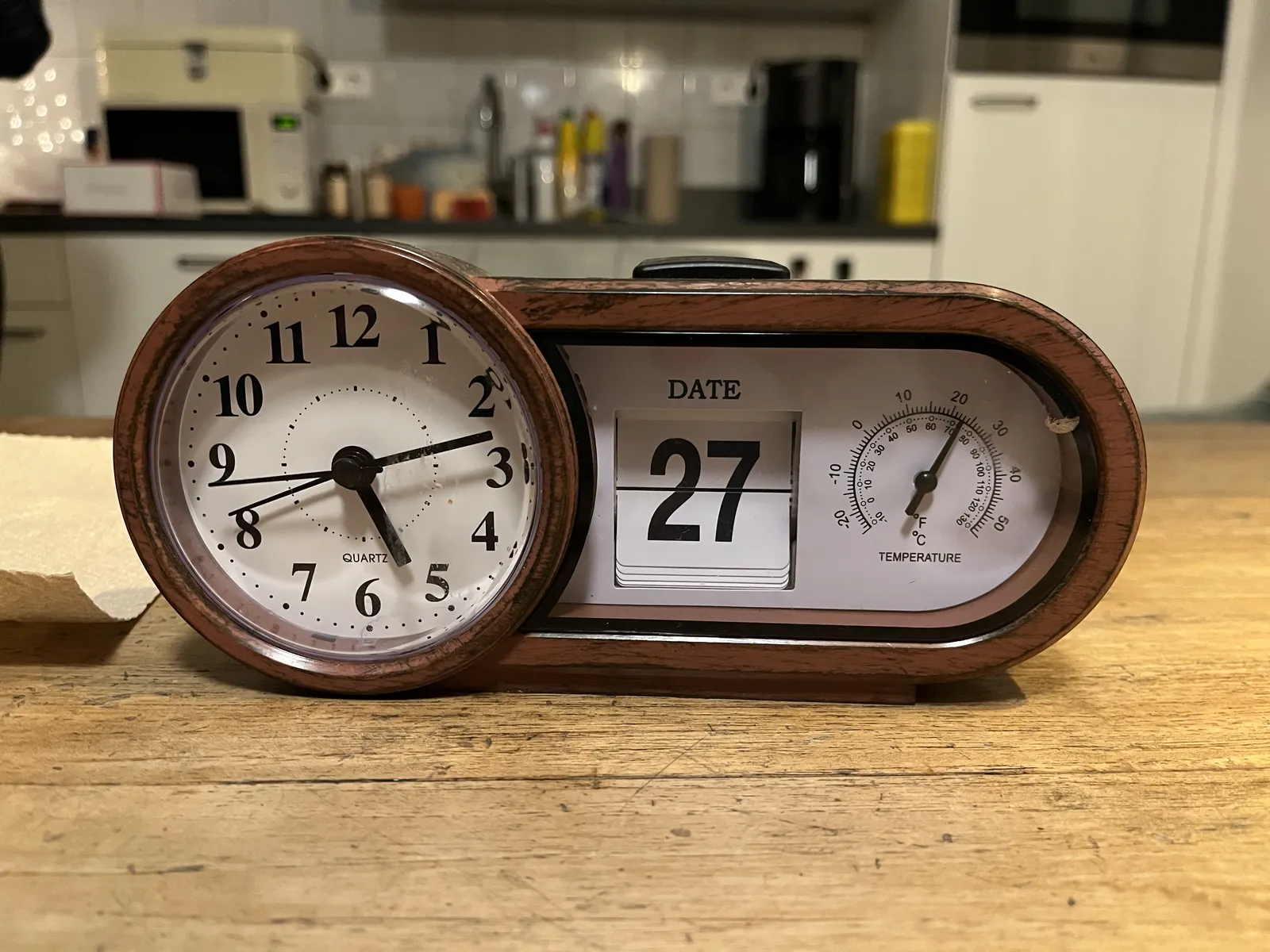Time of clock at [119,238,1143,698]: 5:12
